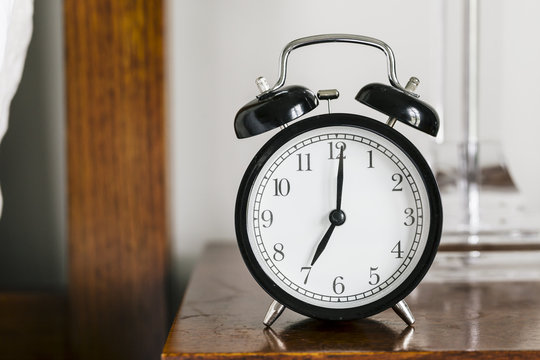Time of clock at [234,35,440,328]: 7:01
